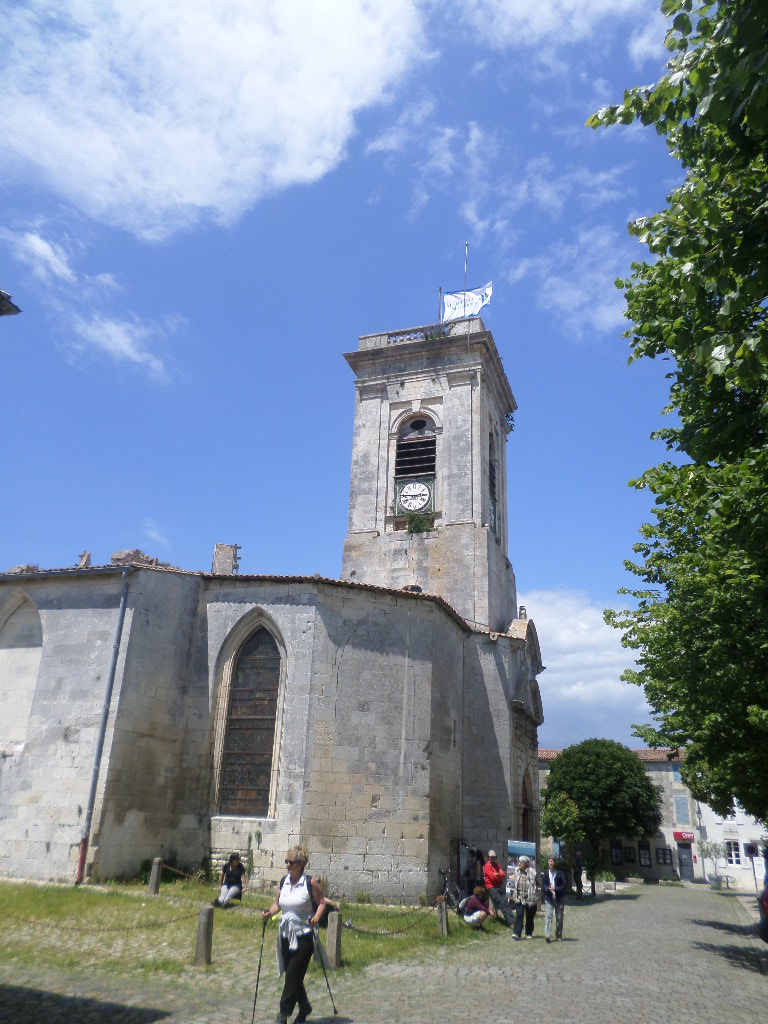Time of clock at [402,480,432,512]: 2:46
